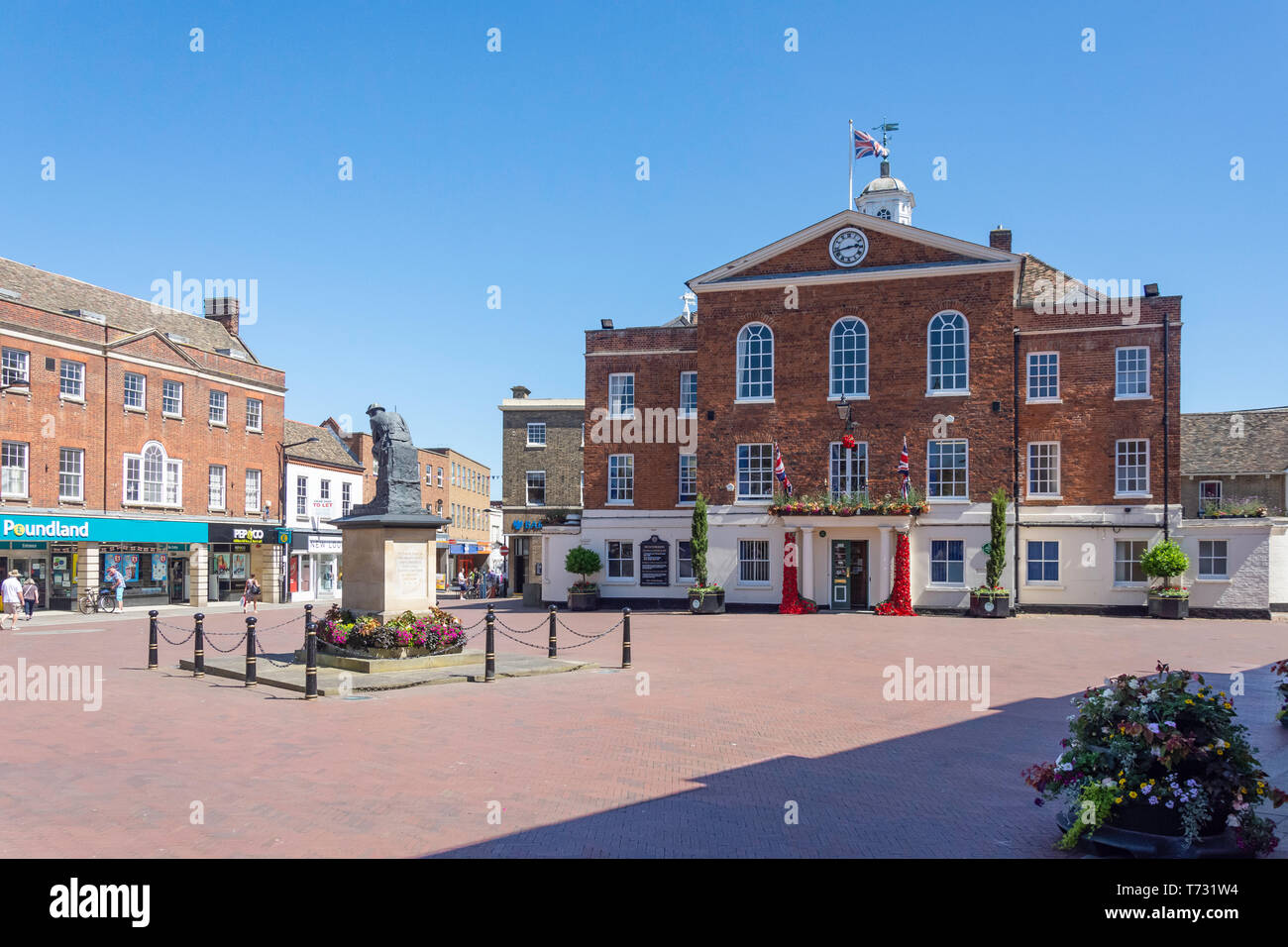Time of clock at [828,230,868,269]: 2:42
